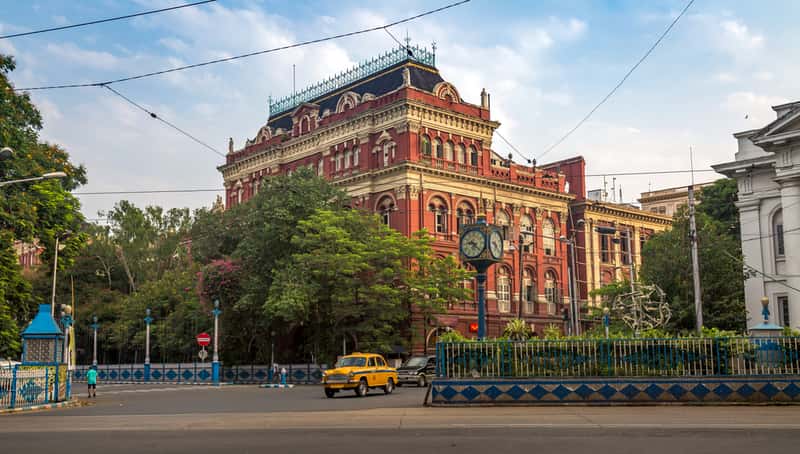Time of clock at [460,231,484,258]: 9:22
